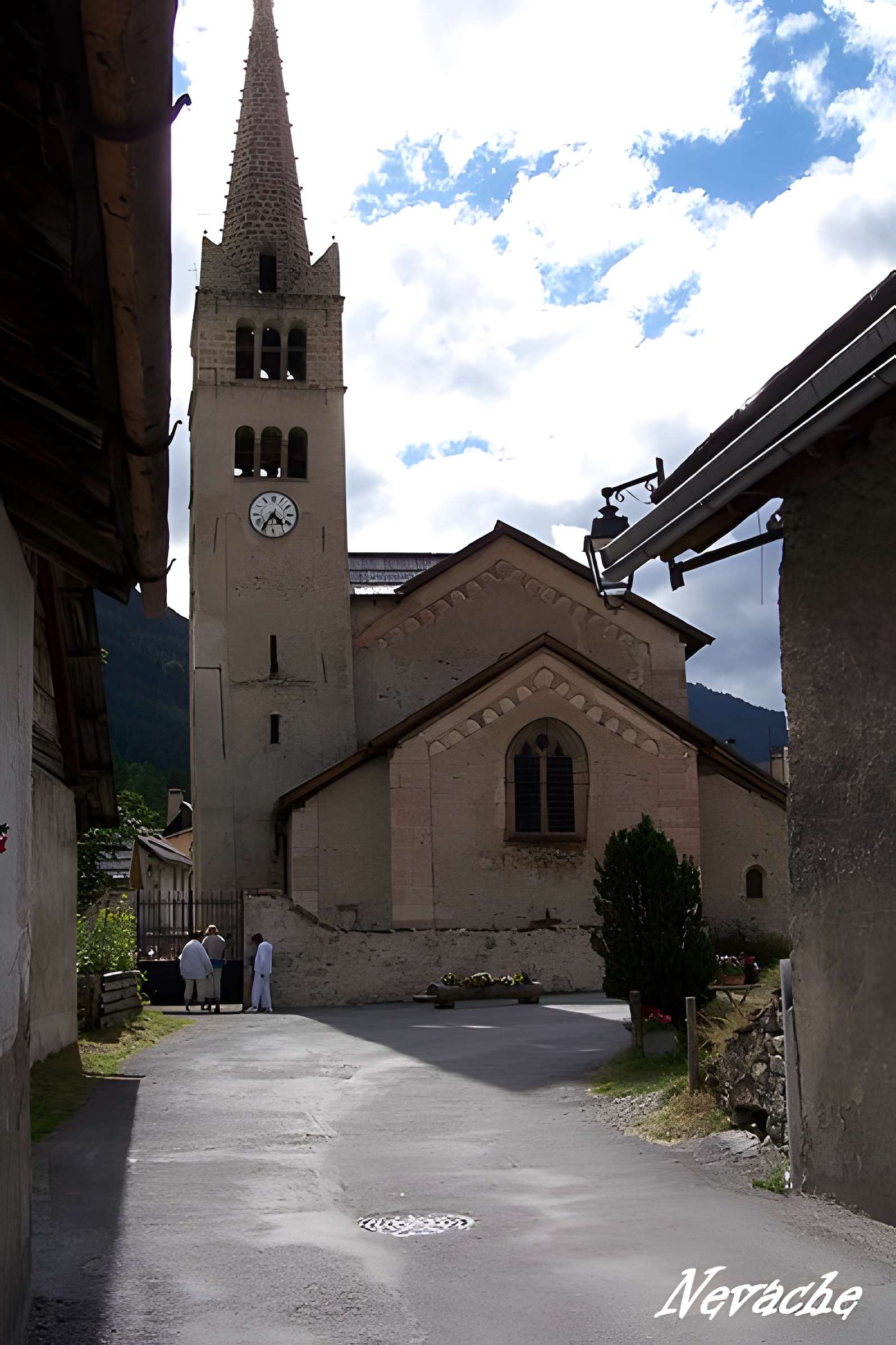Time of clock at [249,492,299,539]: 4:35
